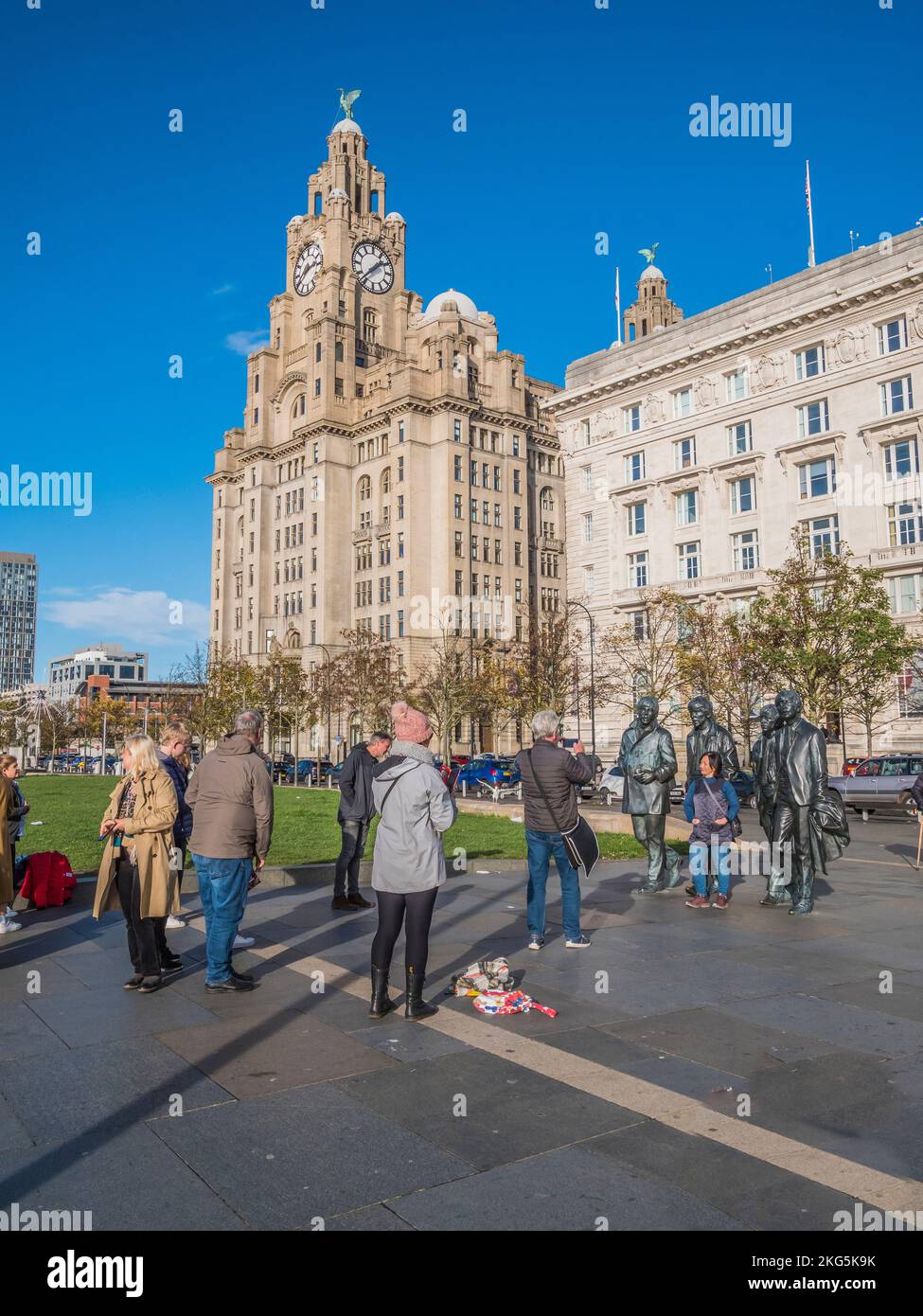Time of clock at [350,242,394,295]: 1:37
